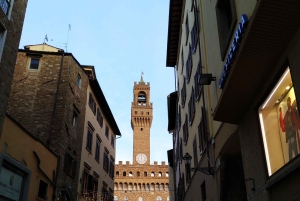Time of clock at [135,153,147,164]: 6:00
